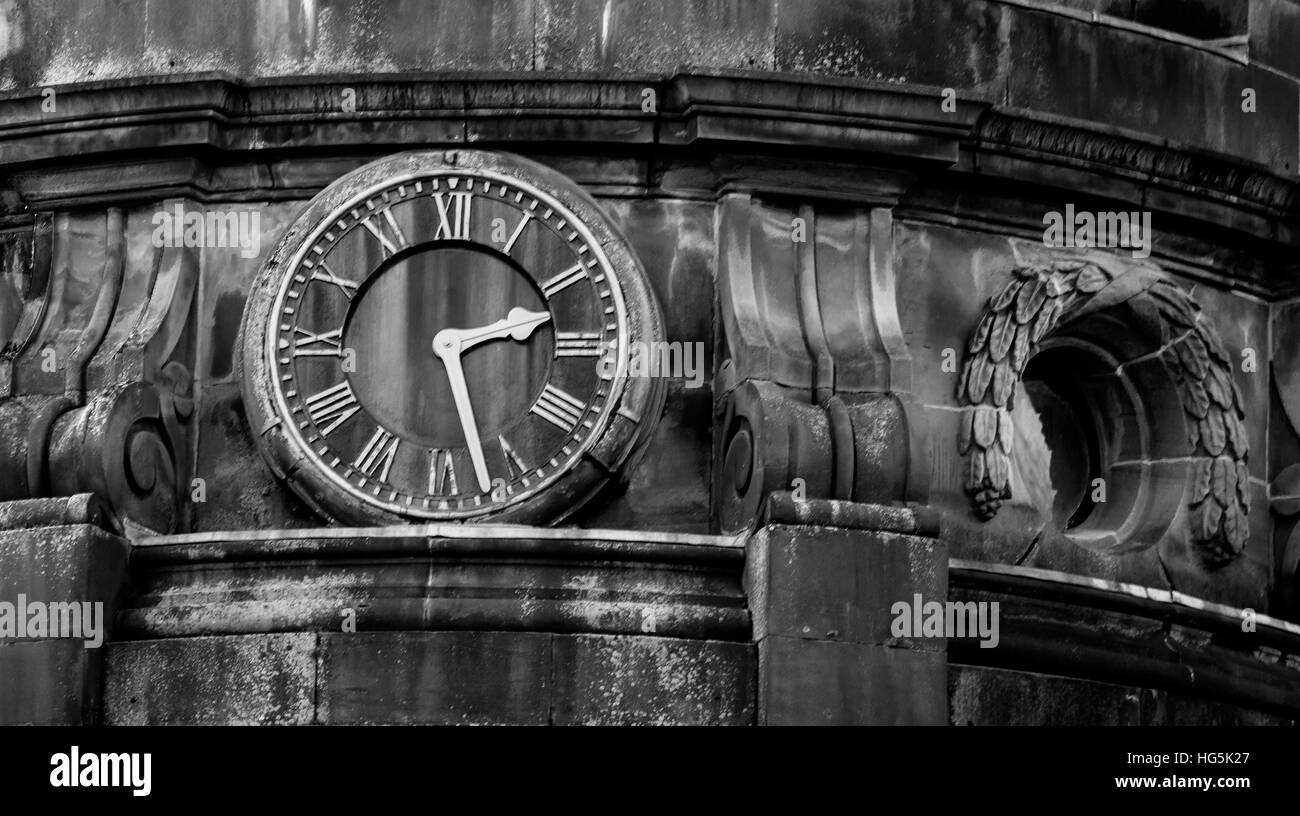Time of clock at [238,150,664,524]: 2:27
